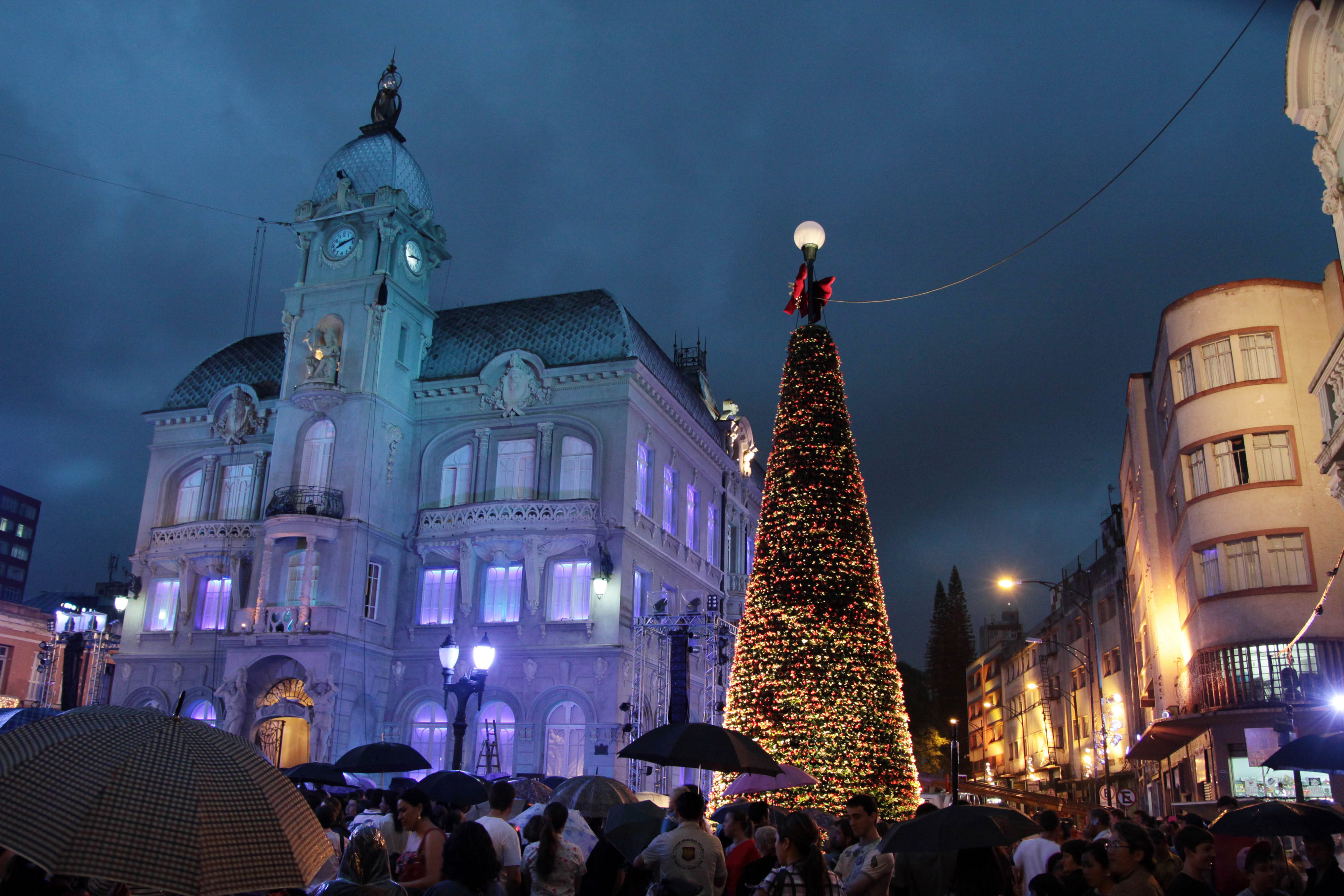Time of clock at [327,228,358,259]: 8:12
